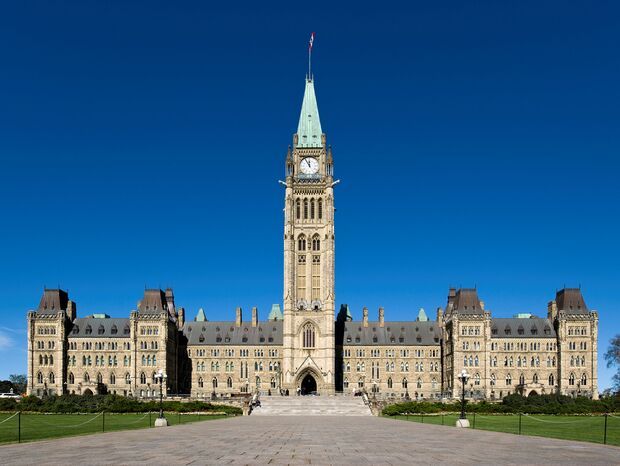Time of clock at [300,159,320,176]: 11:54
